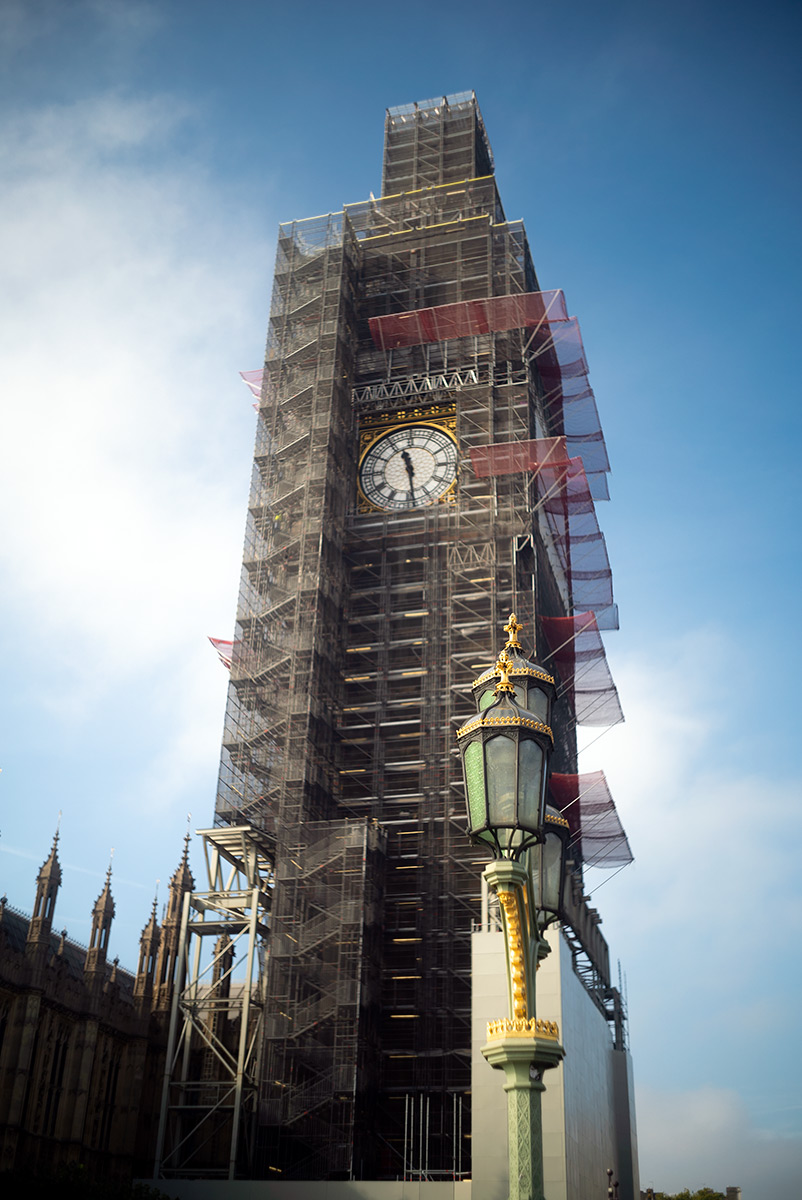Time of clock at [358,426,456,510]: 11:28
